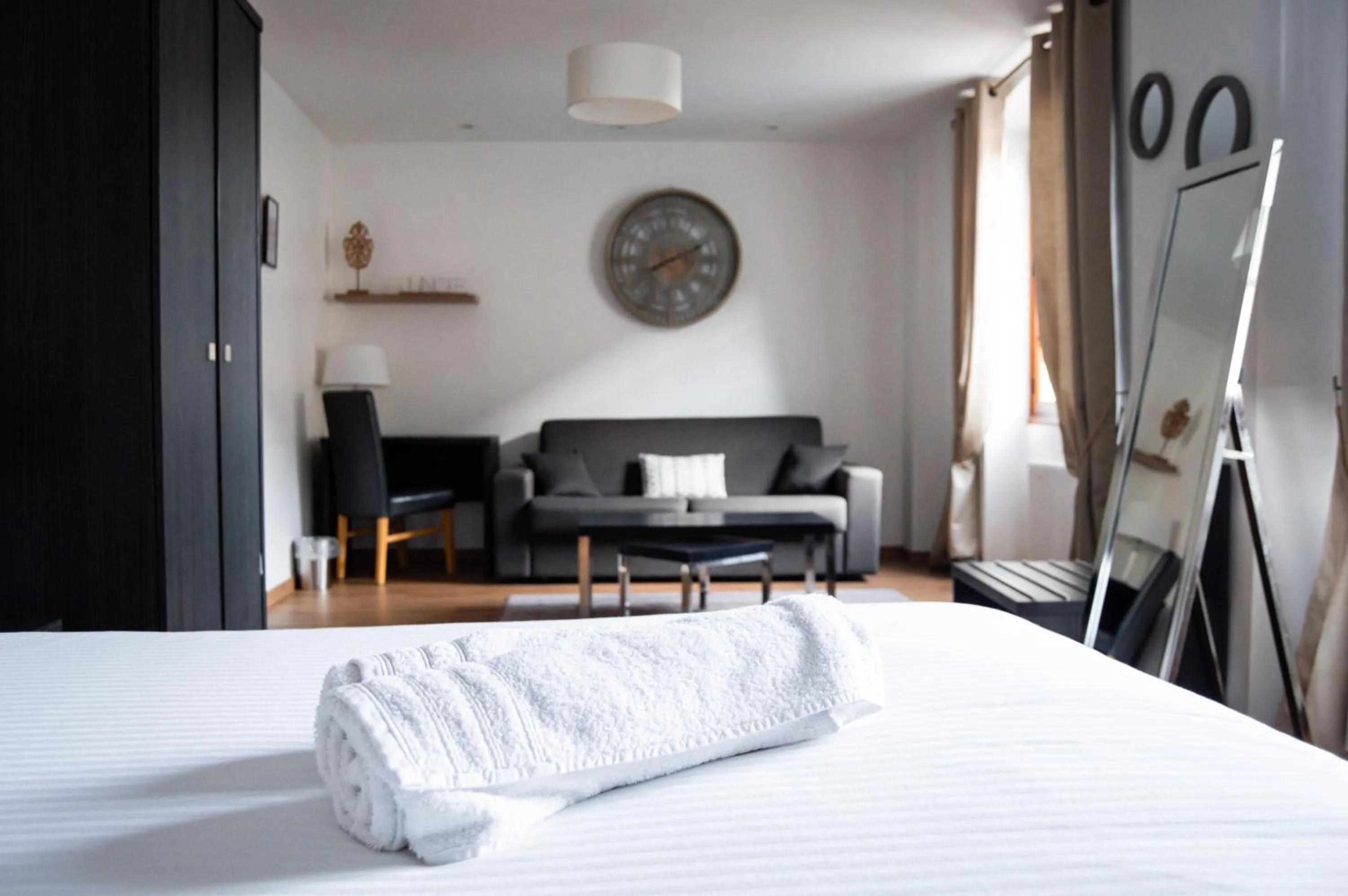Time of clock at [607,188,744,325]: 8:11
